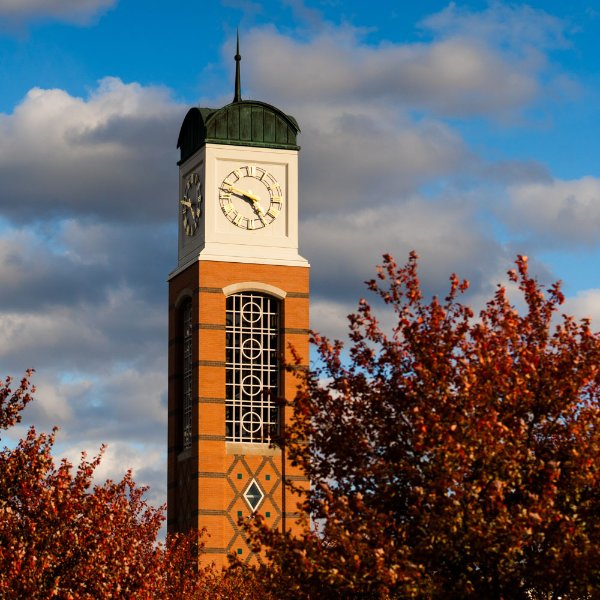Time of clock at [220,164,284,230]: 4:48
